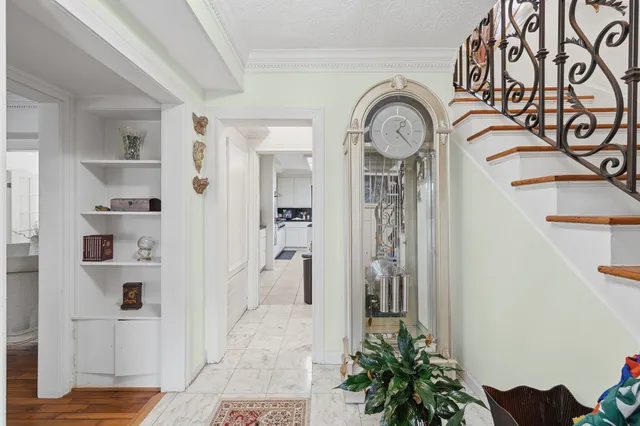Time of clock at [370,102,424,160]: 1:23
